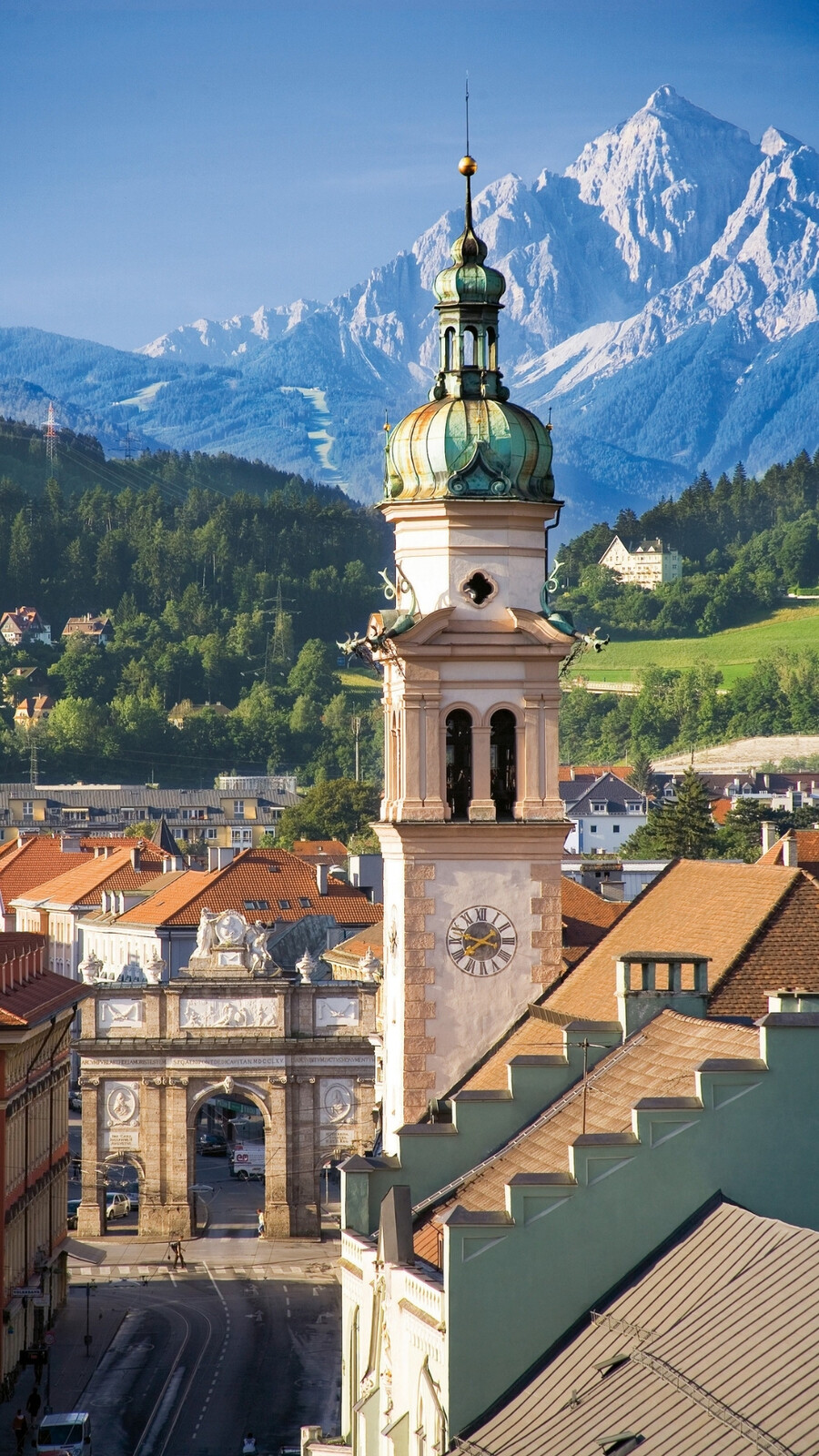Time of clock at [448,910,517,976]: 7:47
